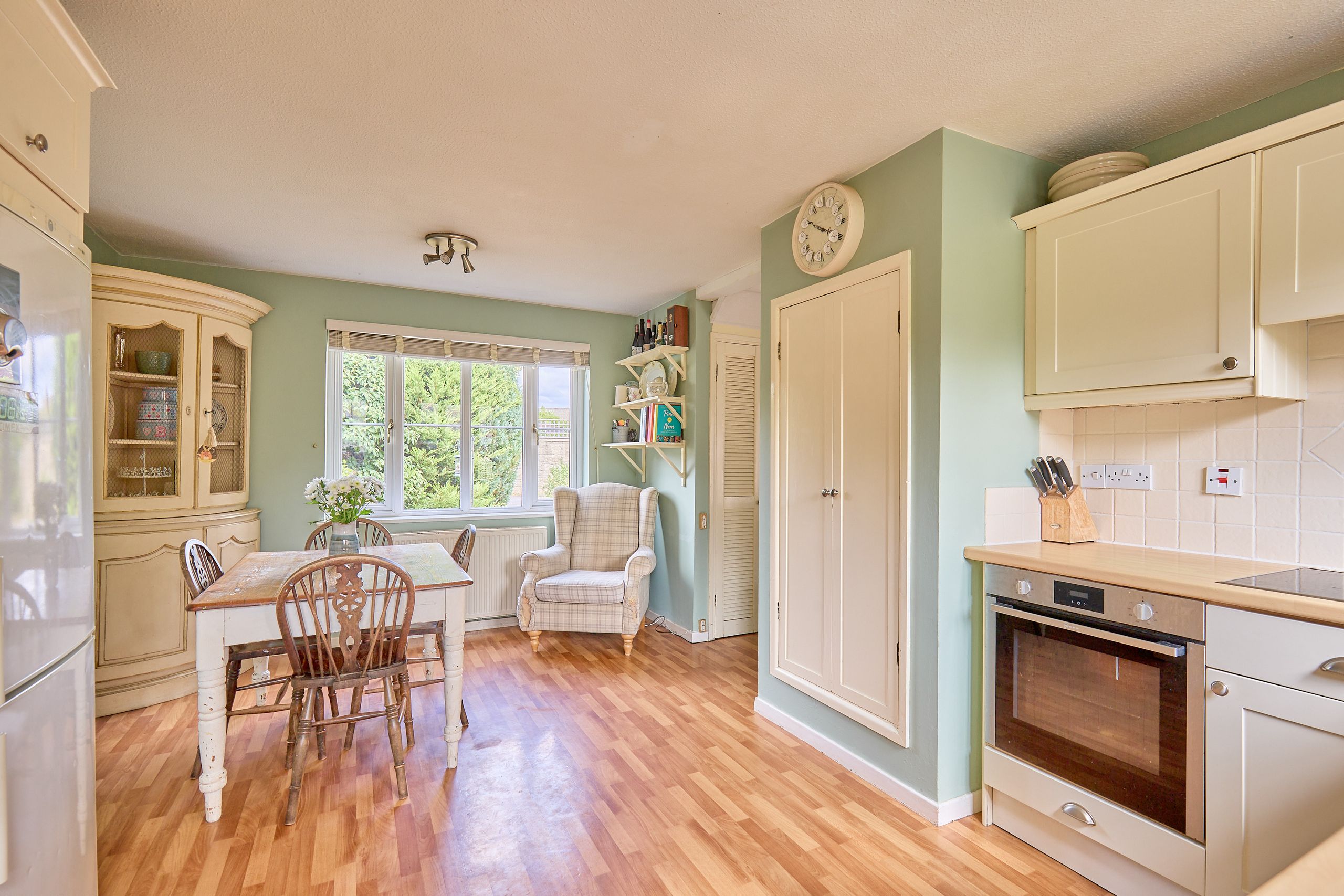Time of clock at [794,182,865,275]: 3:50
